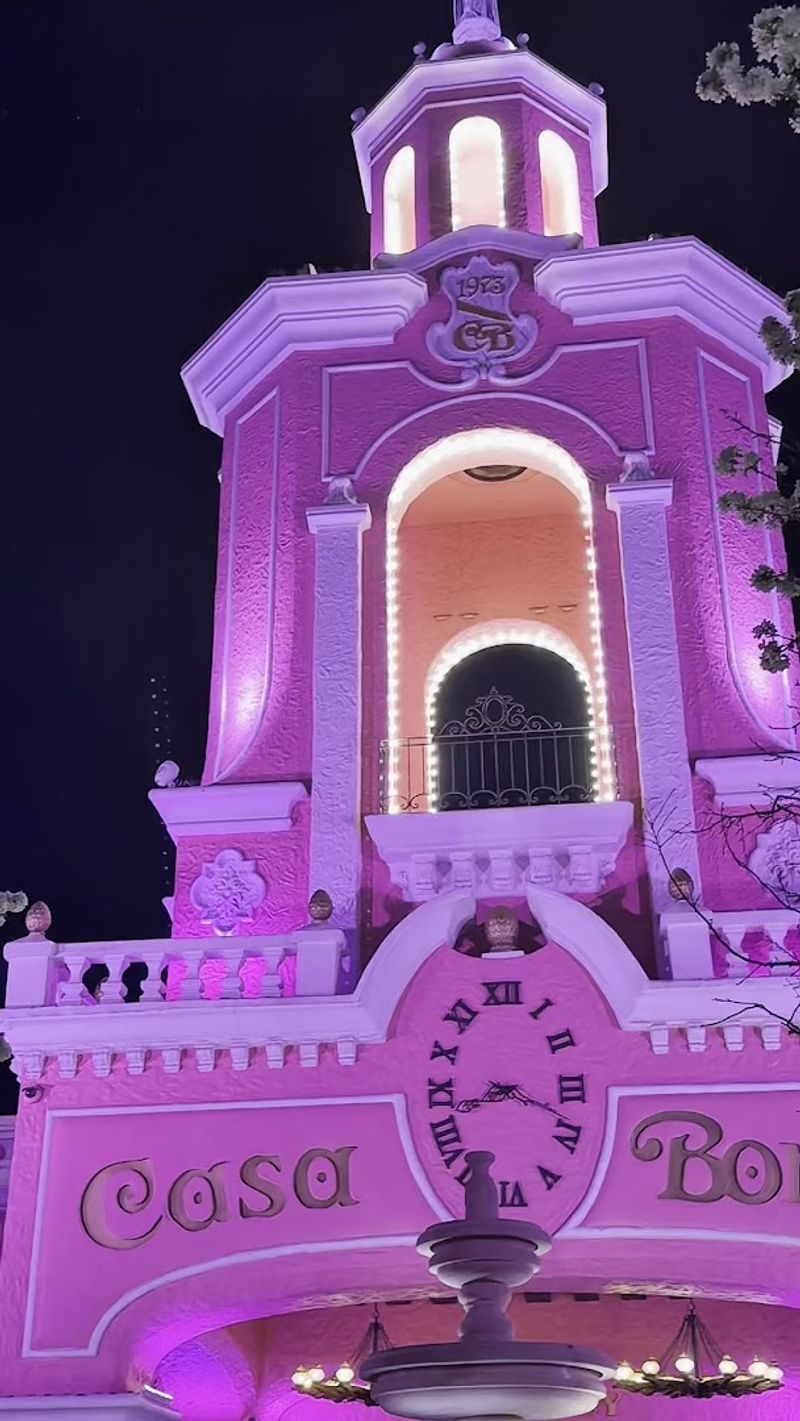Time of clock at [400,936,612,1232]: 8:18
